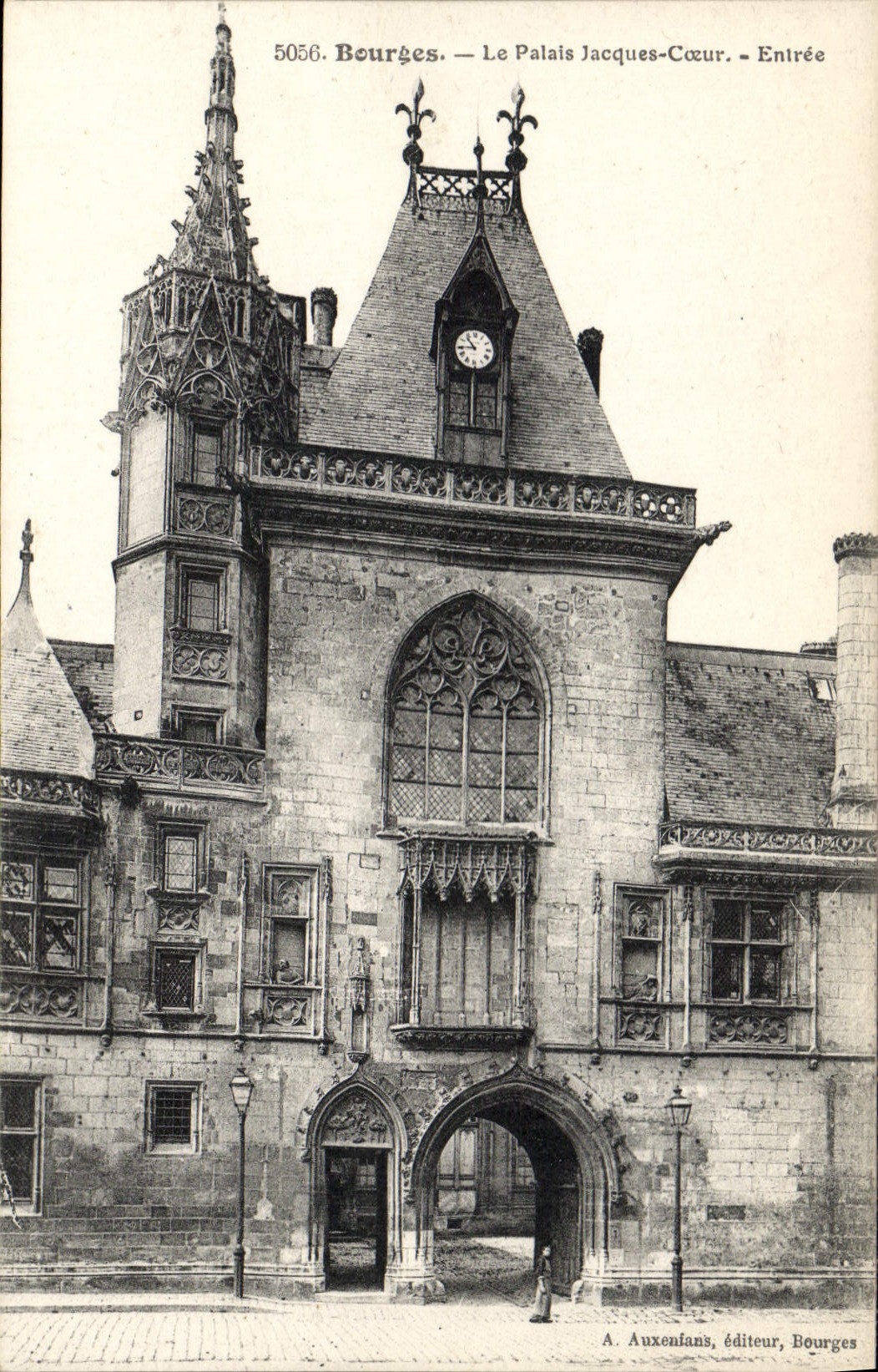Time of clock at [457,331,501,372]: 10:44
